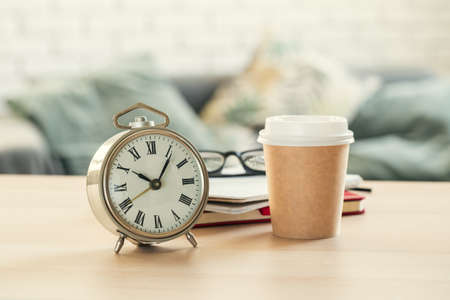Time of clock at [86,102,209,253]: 10:05
